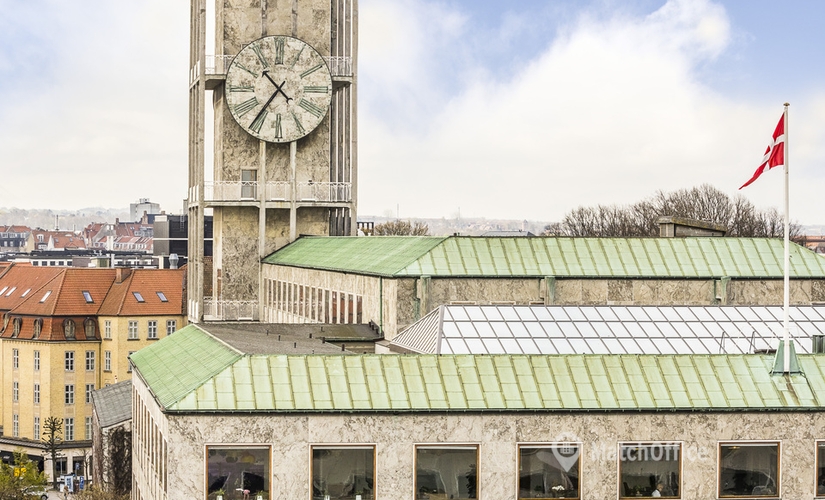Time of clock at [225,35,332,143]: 10:36
